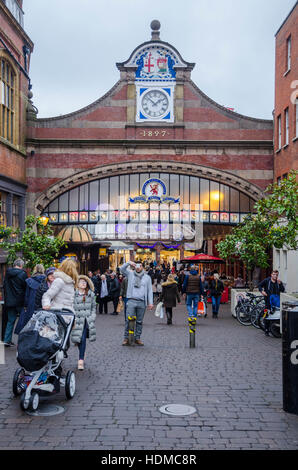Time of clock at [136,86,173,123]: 1:51
